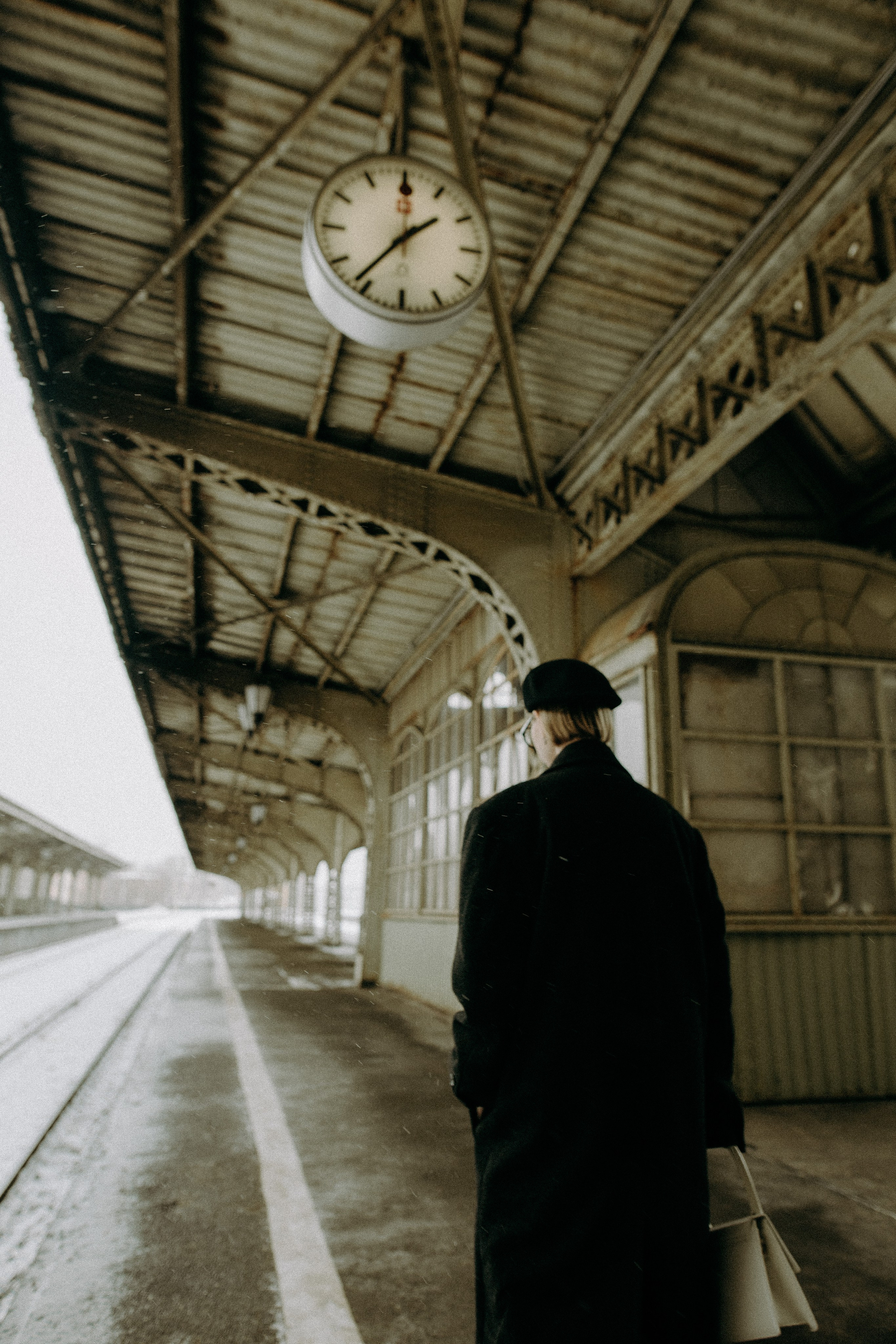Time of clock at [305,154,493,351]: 1:36
